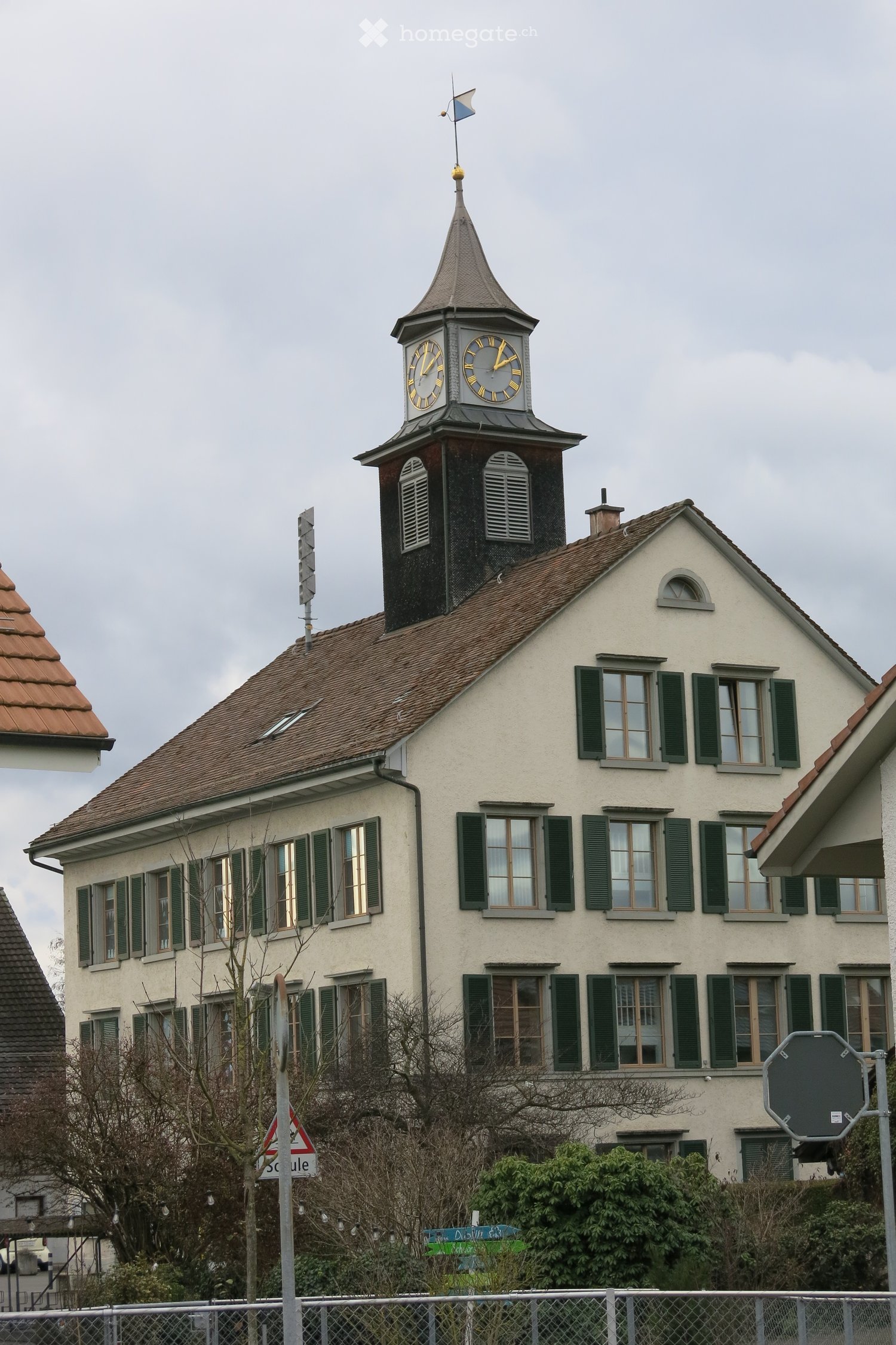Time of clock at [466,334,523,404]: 2:04
